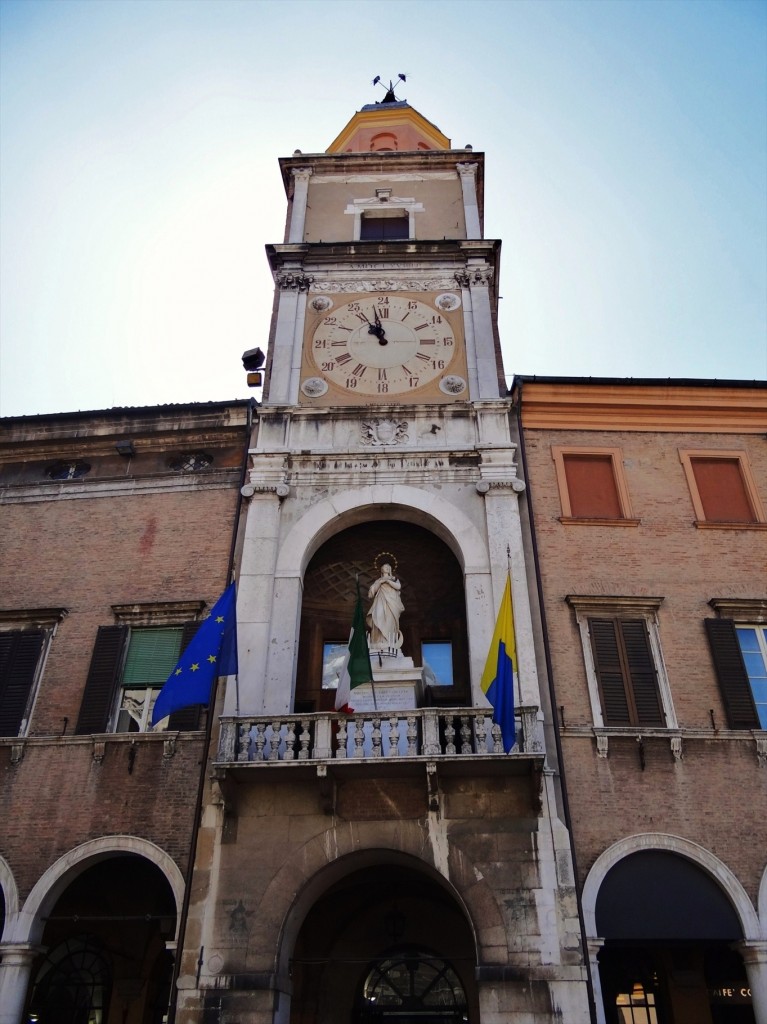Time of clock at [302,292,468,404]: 10:58
